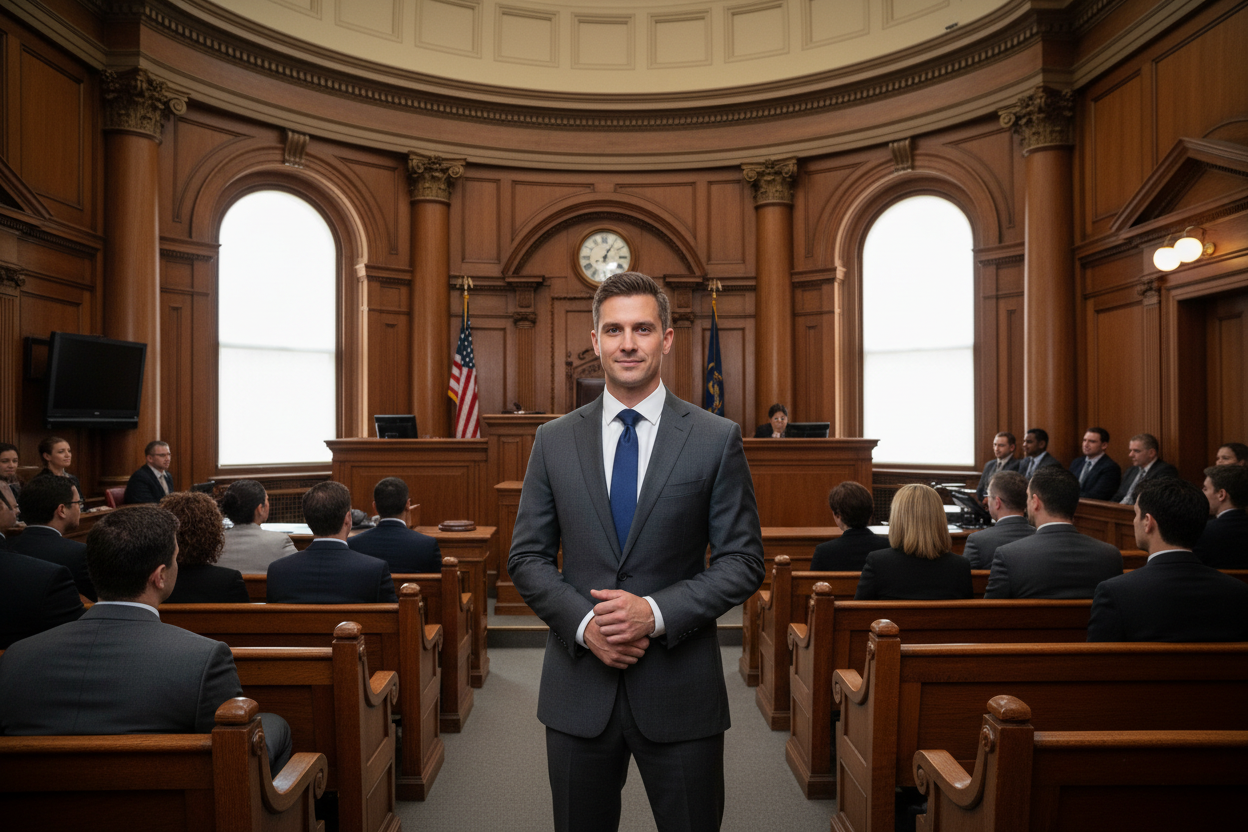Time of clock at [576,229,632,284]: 1:05
